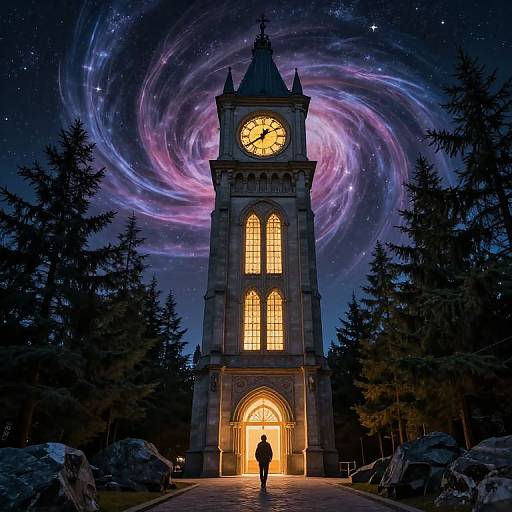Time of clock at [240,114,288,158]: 1:39
